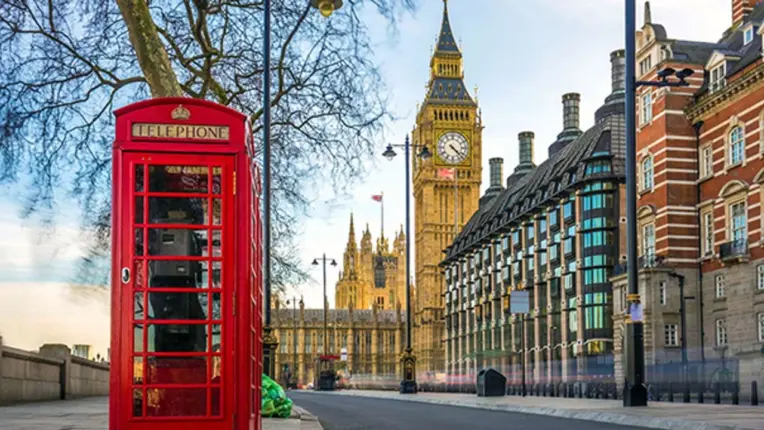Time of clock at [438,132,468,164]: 4:22
